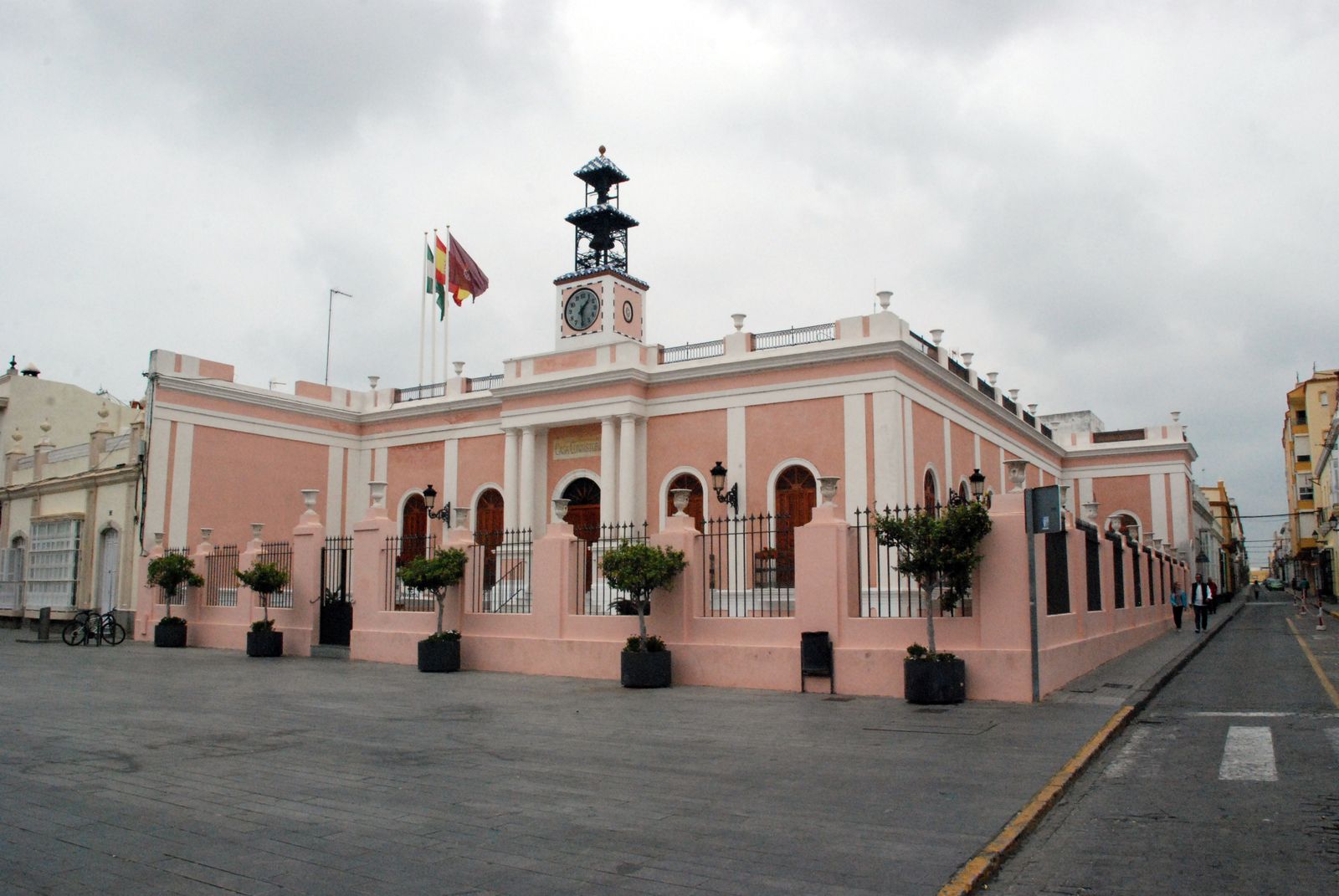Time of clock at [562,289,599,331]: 1:29
